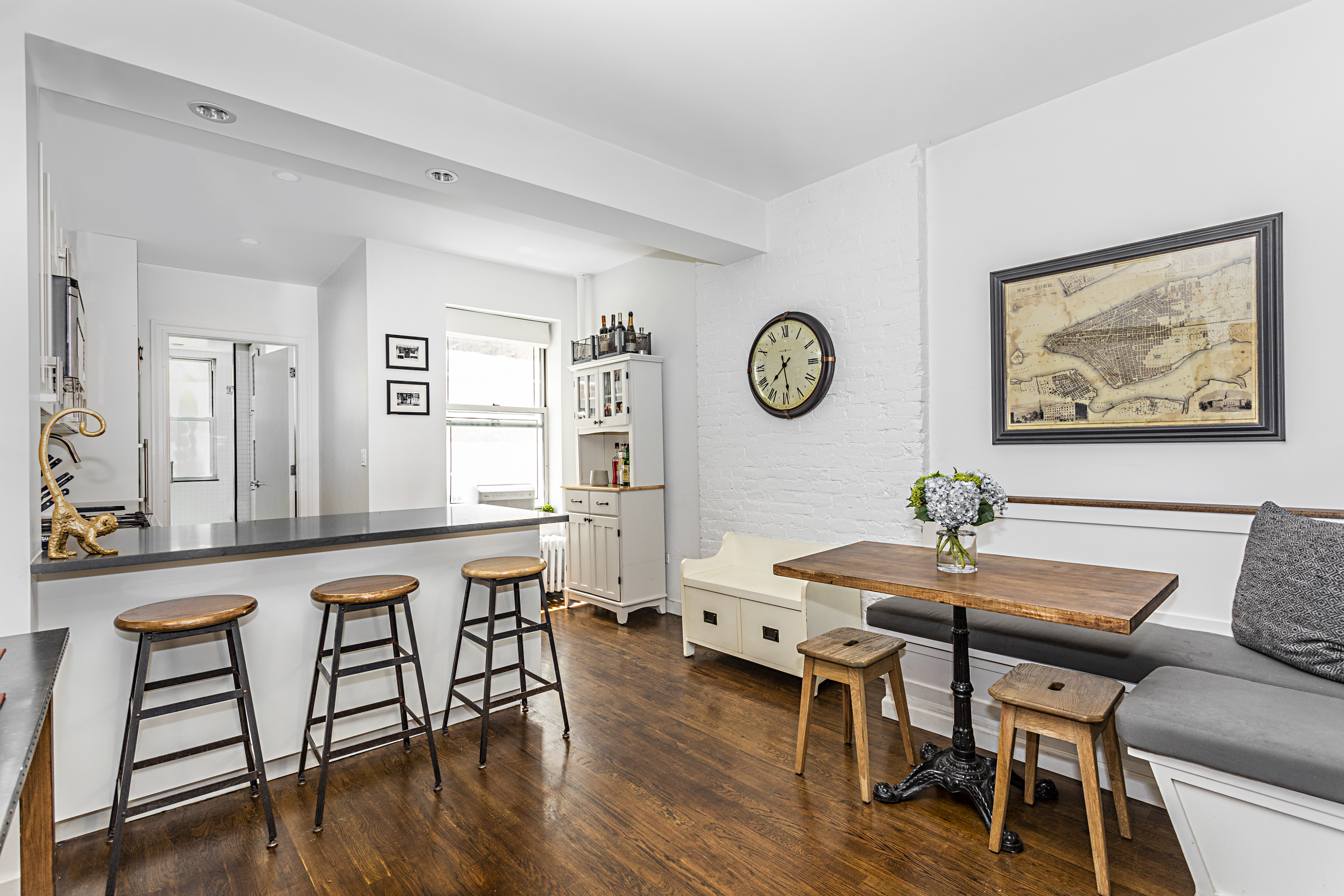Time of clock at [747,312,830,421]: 7:28
